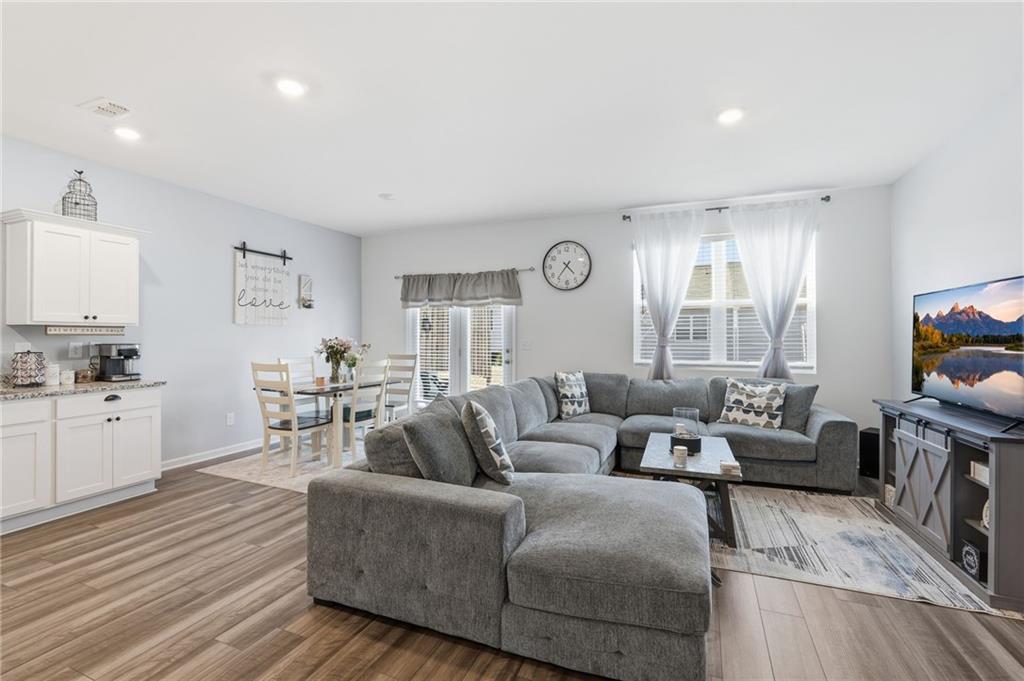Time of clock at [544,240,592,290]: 4:36
